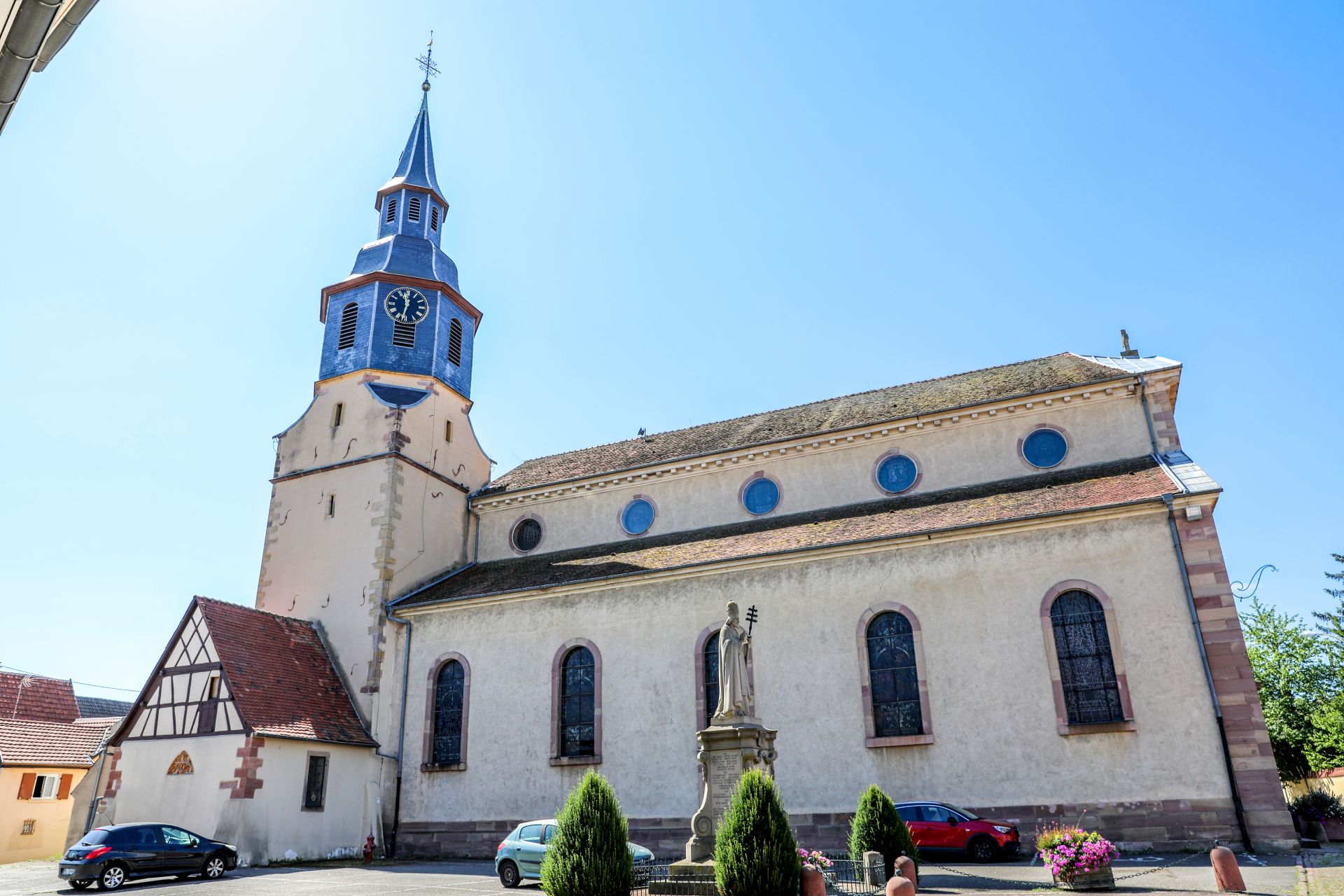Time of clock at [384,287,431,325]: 11:32
